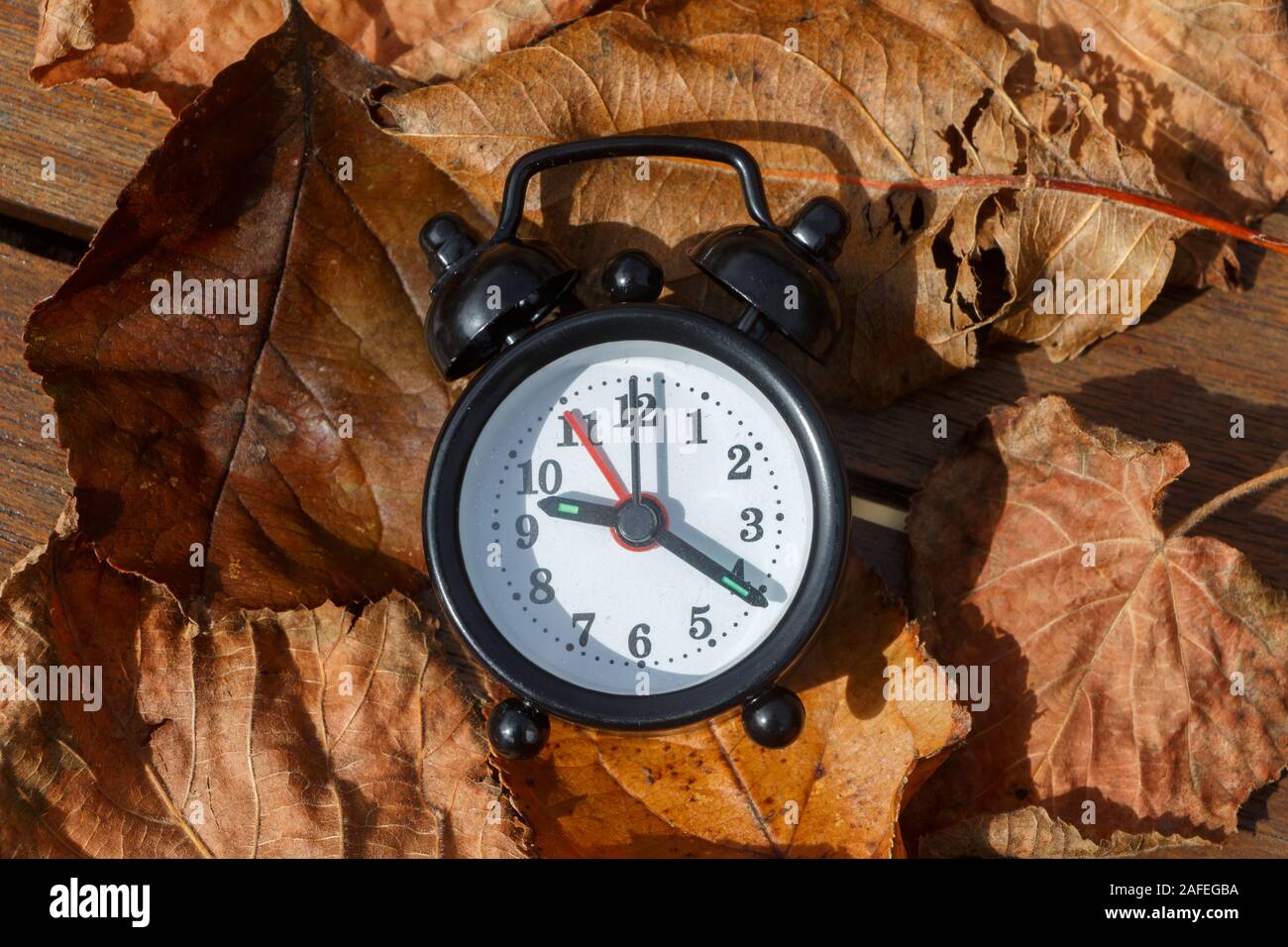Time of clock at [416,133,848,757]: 9:20
